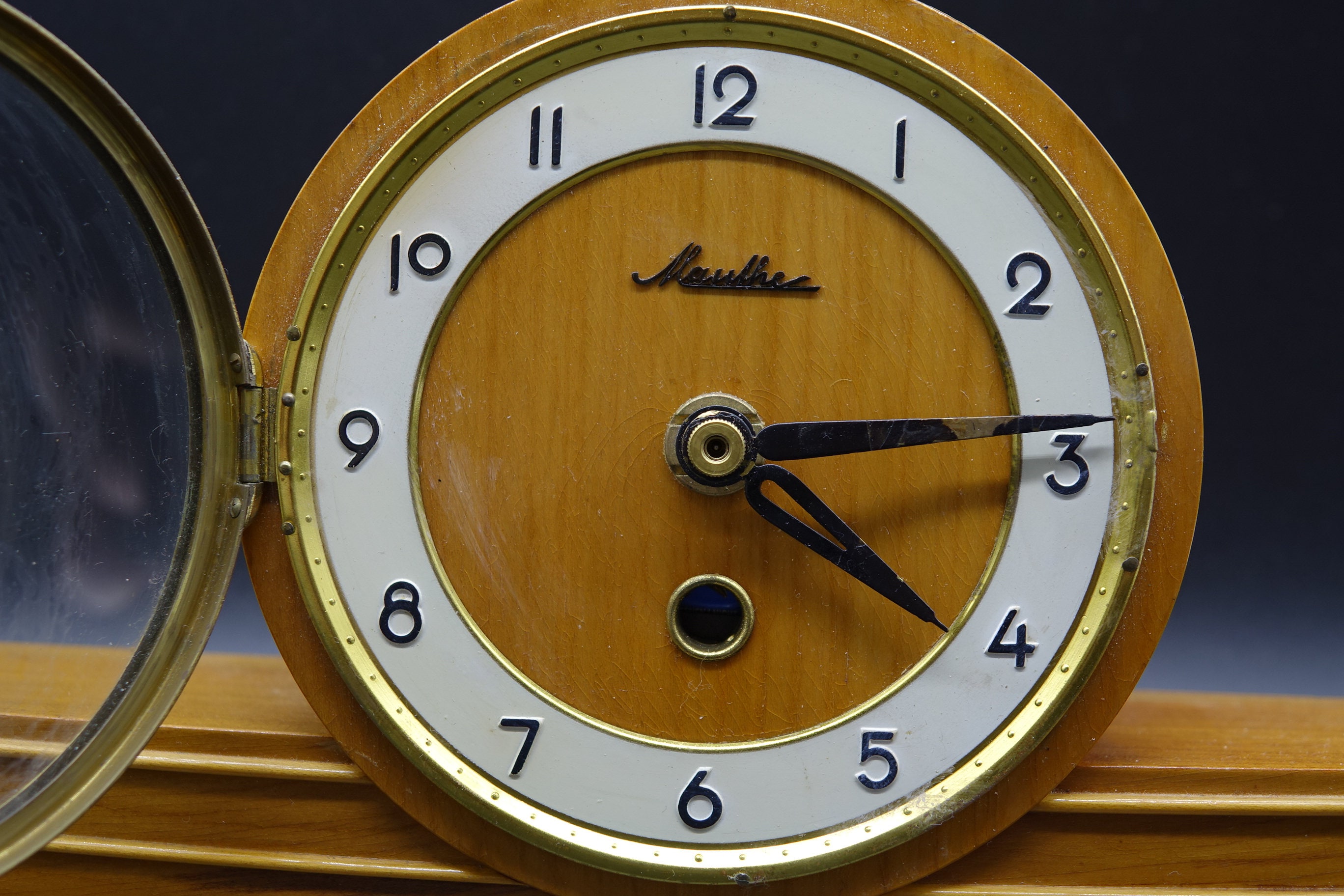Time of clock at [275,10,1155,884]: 4:14
